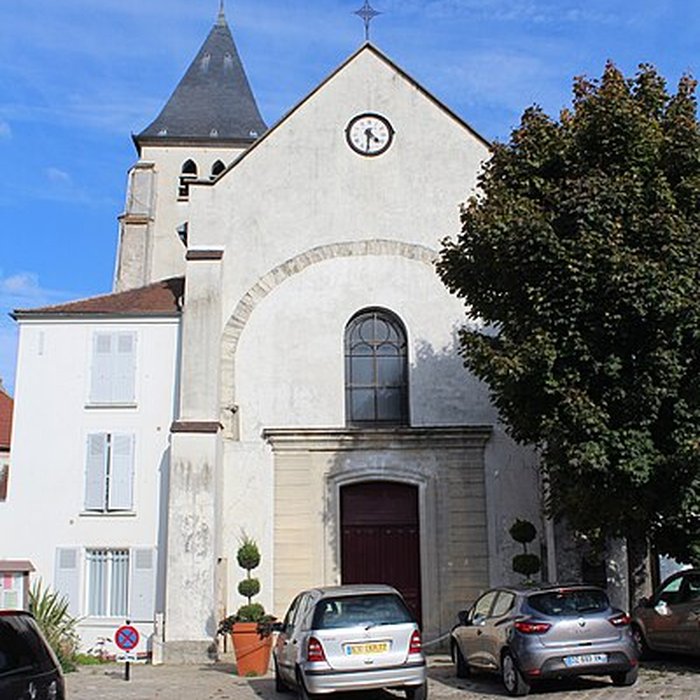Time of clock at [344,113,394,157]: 4:30
